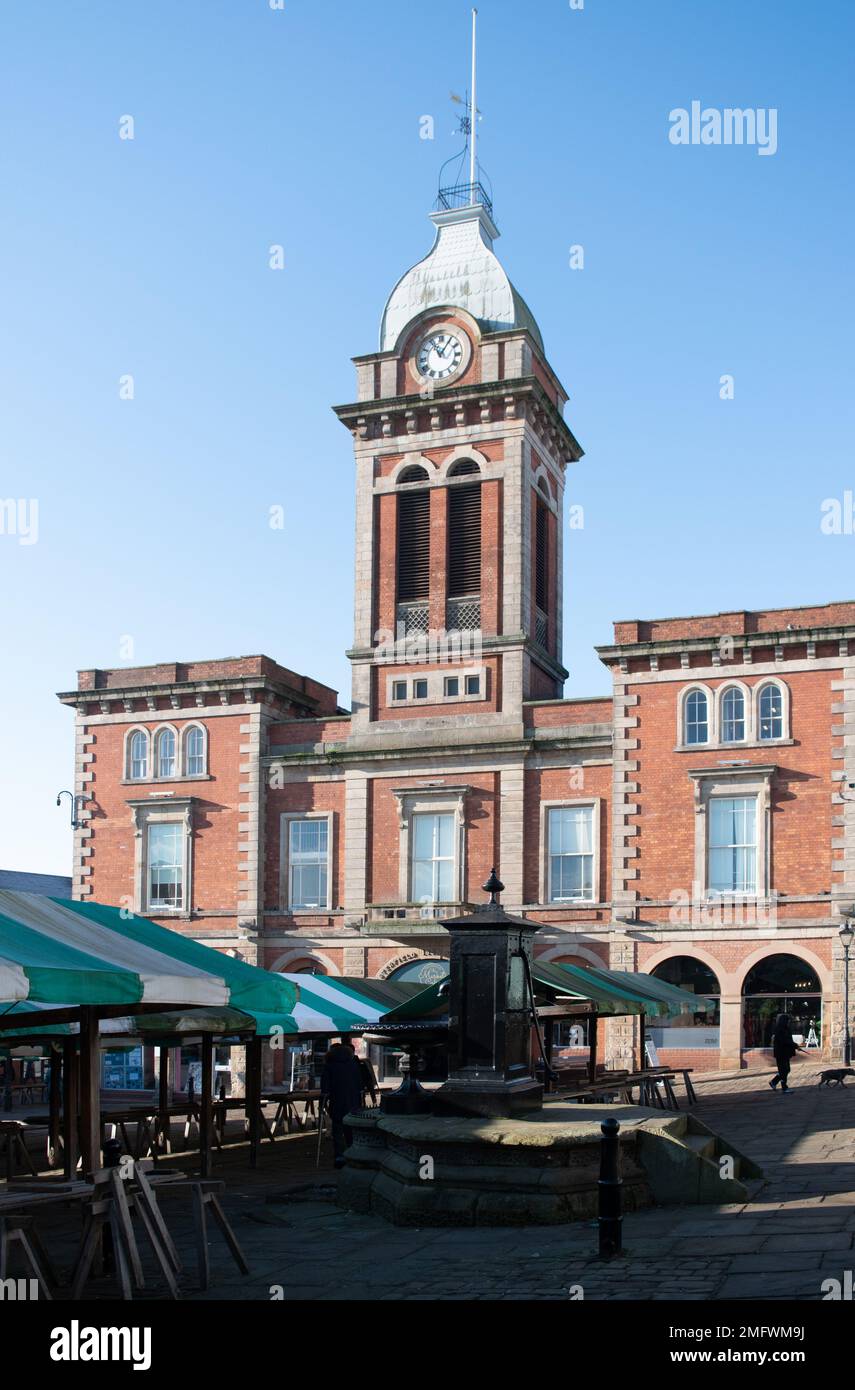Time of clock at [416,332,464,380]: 11:05
